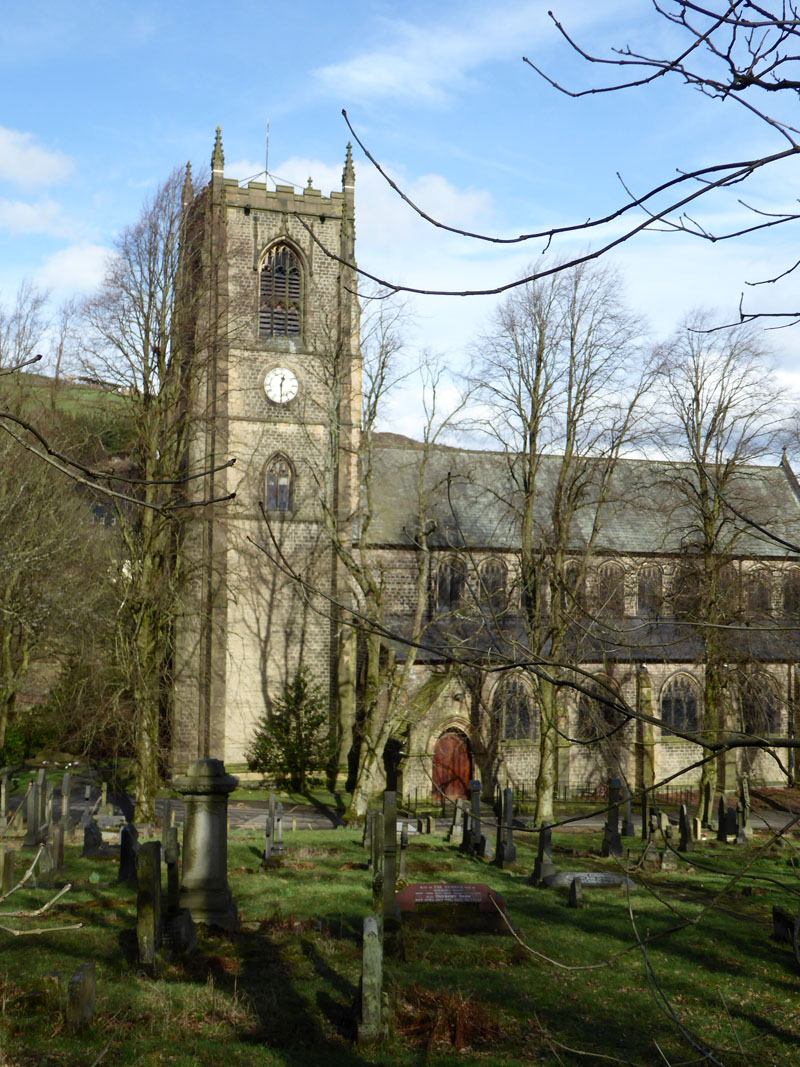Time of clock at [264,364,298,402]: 12:29
